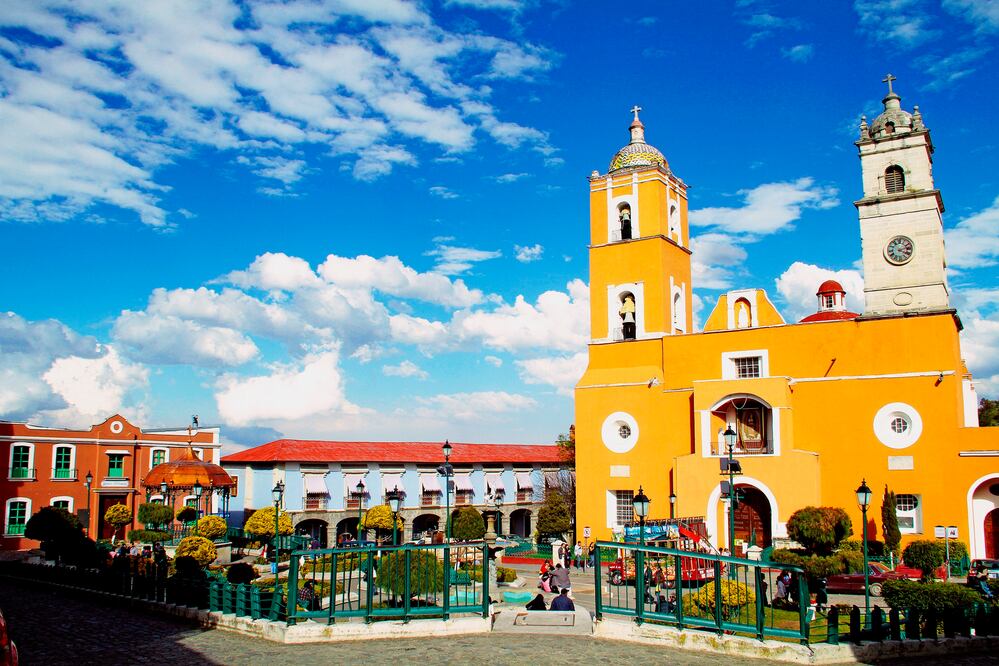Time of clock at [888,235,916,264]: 4:12
